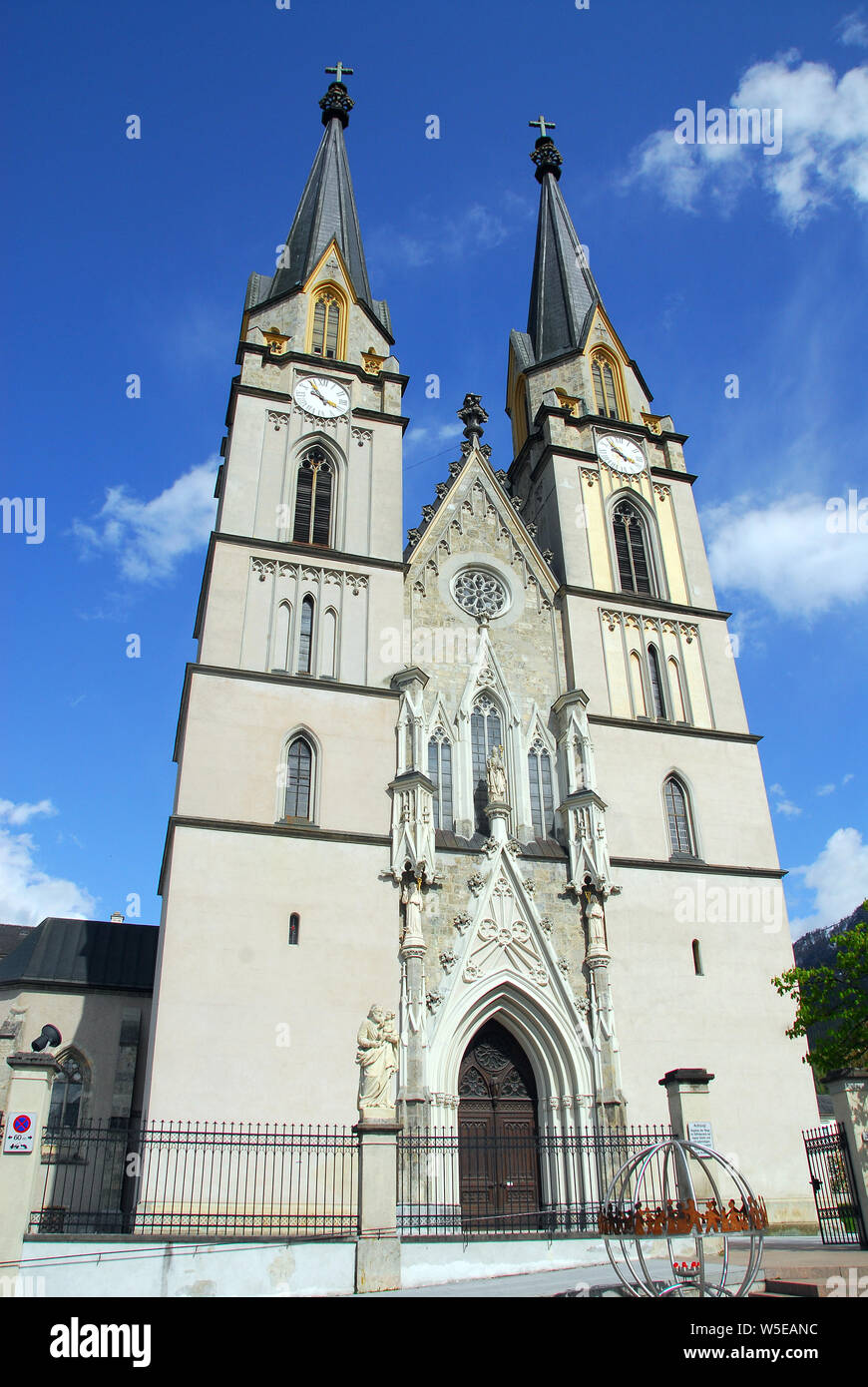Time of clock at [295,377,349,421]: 3:54
